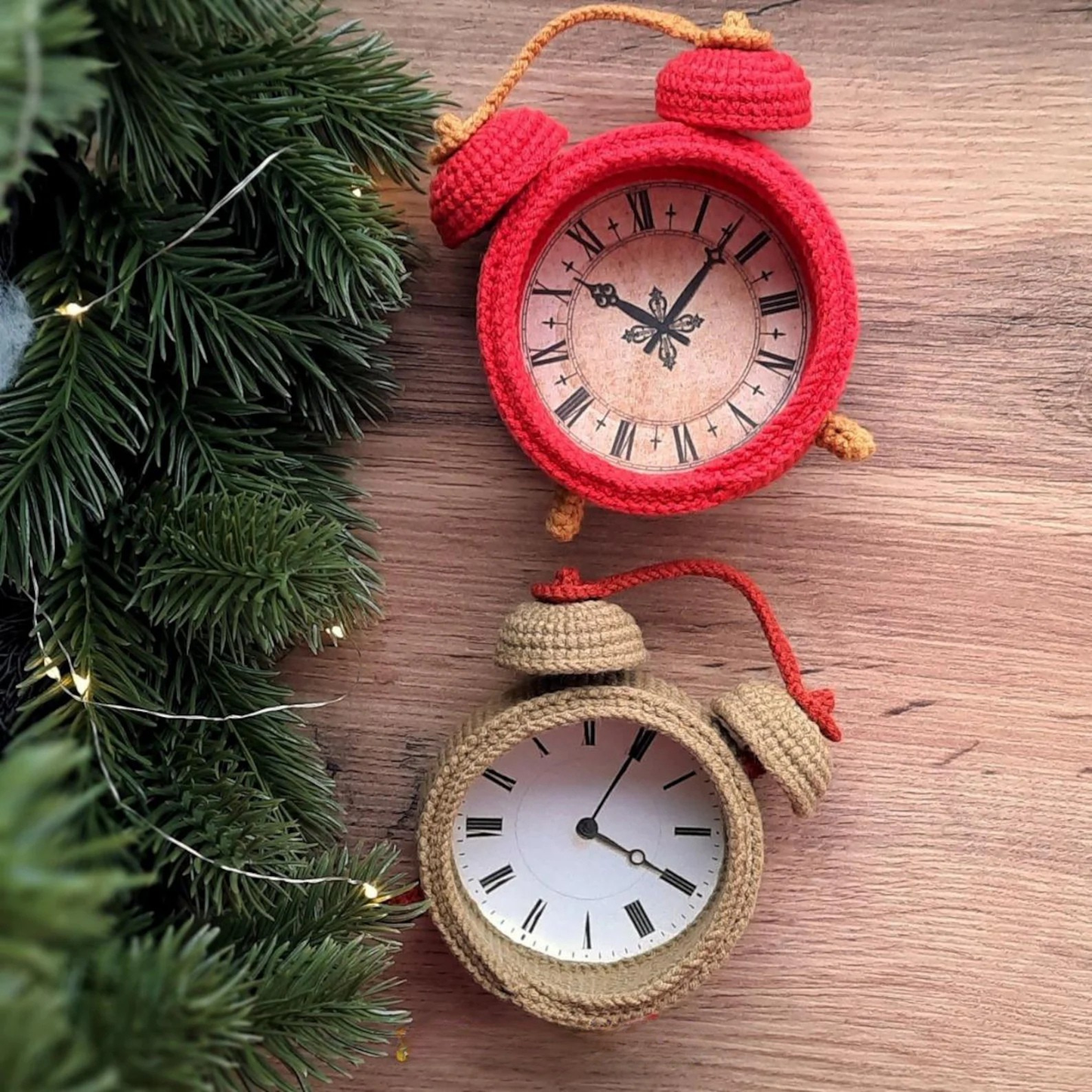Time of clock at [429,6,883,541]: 10:07
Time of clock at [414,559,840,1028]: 4:04
